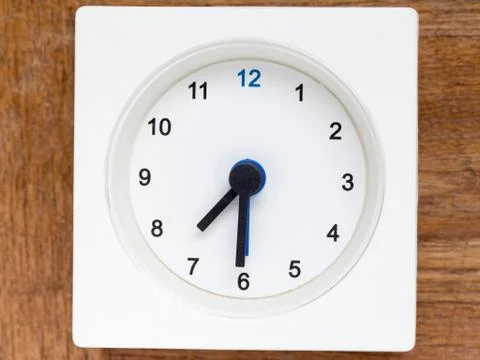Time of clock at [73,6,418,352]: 7:30
